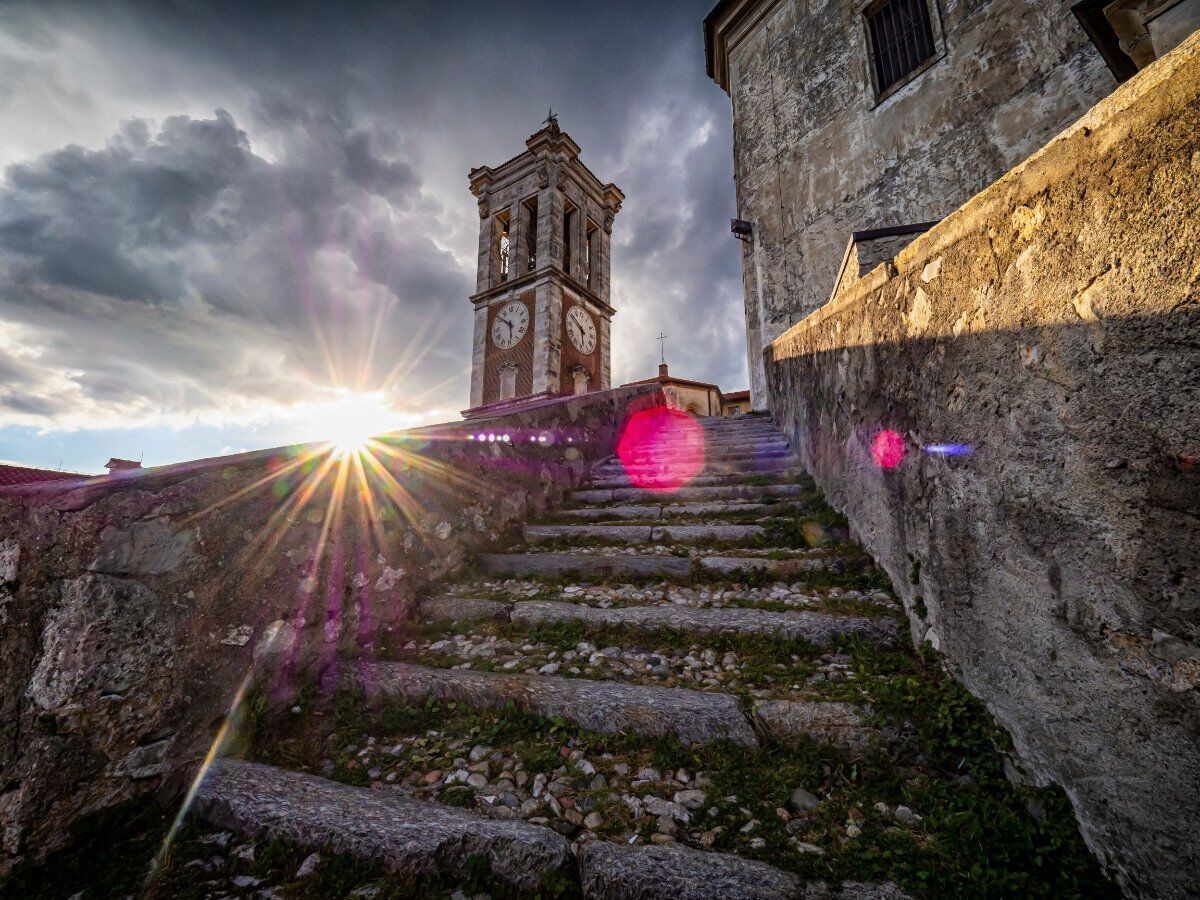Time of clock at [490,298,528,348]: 5:51
